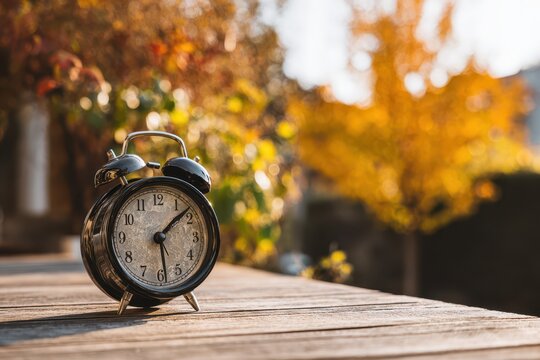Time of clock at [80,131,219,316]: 1:28
